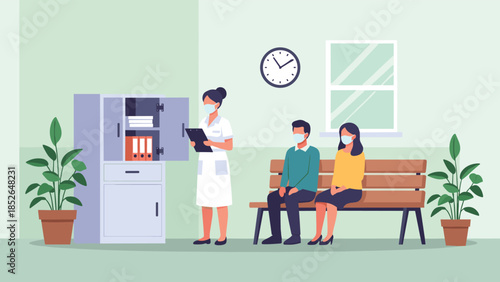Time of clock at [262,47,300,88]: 1:54
